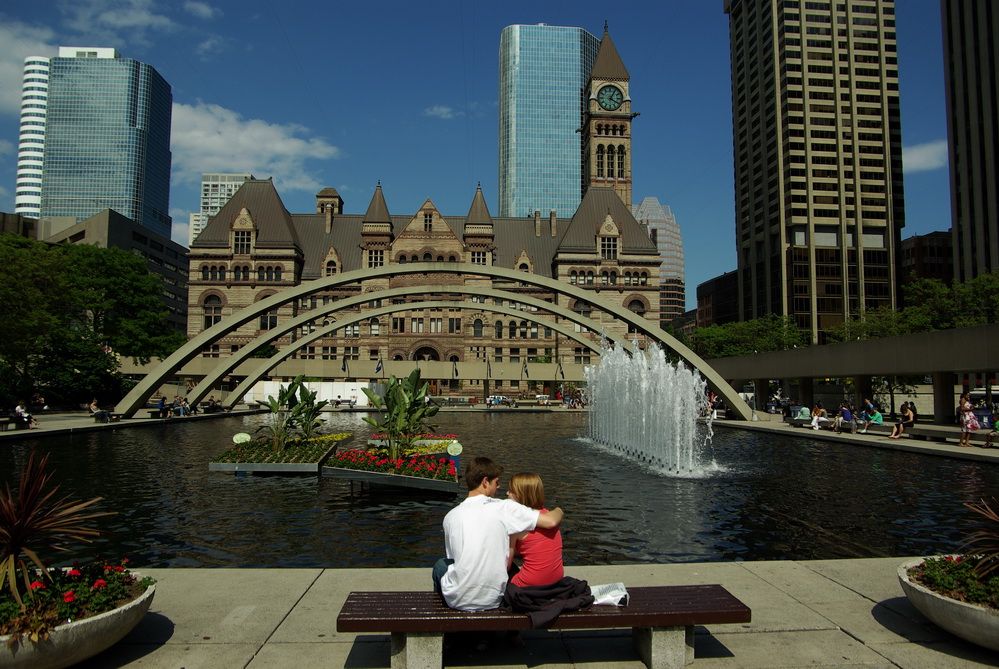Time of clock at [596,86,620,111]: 4:04
